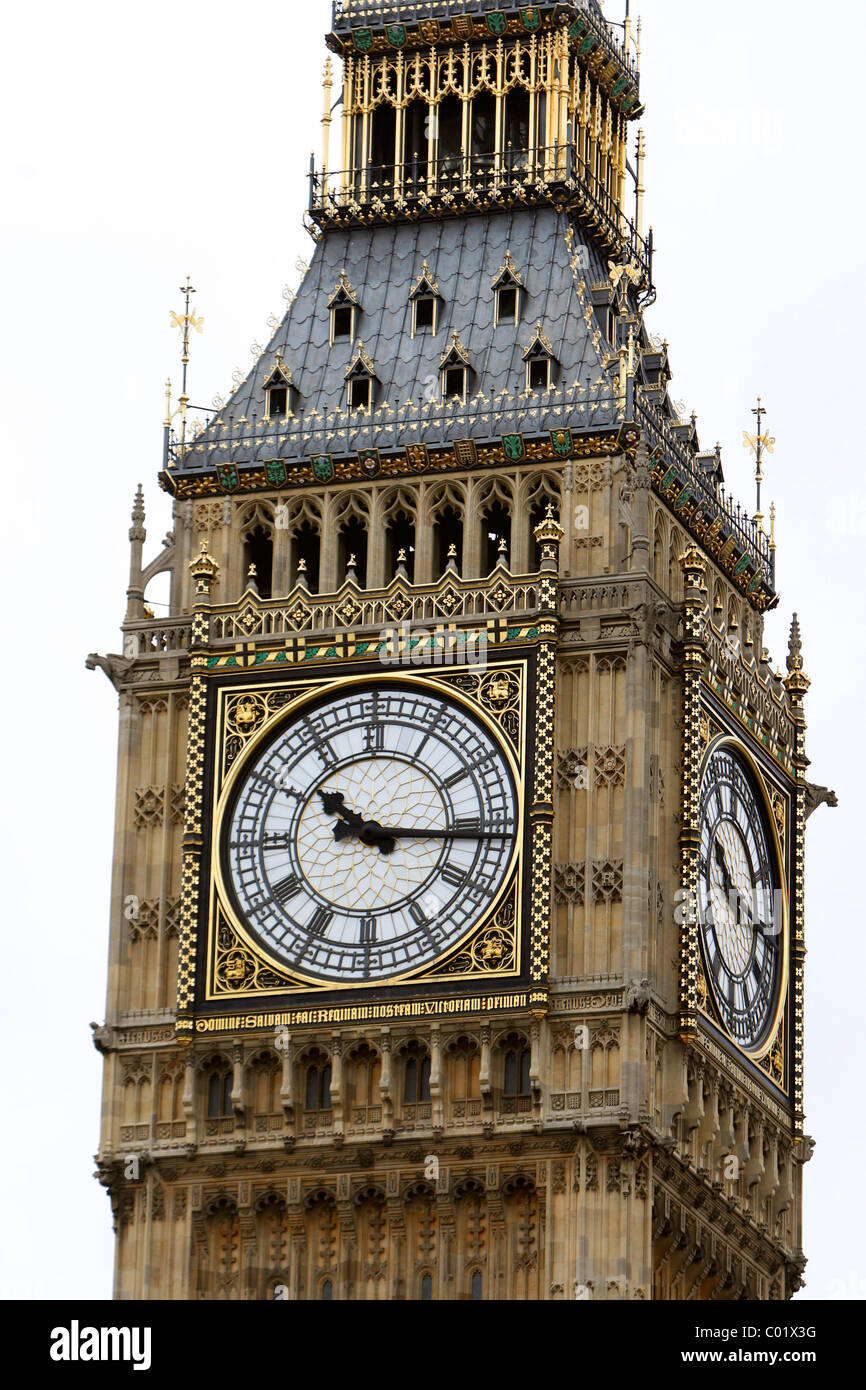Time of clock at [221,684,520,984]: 10:15
